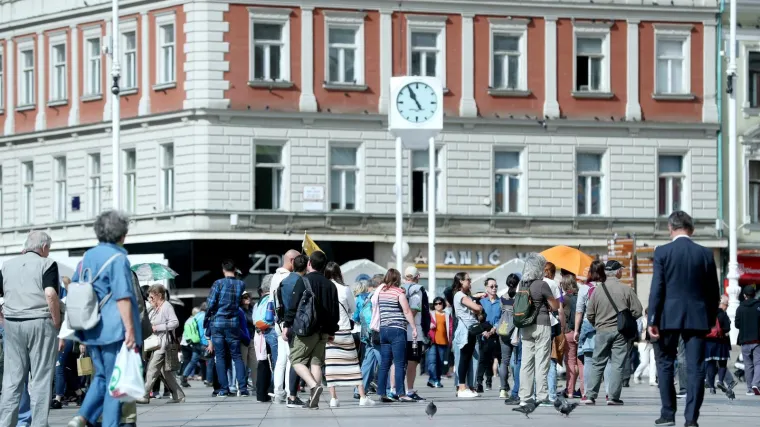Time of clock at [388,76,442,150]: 10:55
